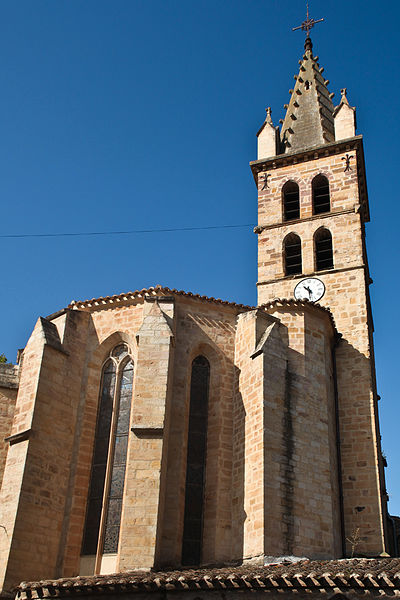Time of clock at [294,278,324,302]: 10:30
